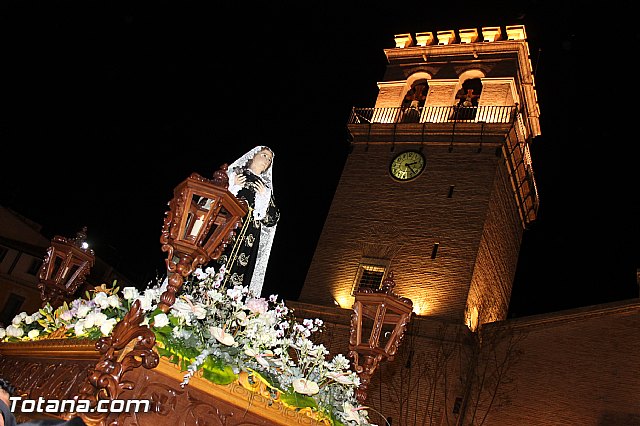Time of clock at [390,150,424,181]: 2:22
